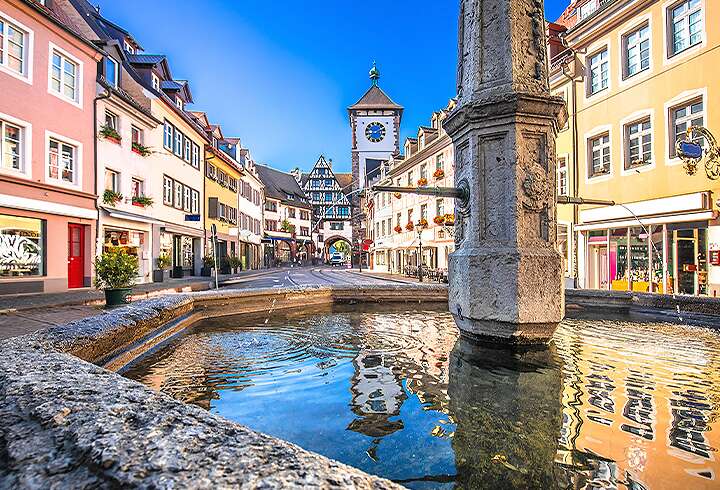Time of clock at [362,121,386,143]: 8:09
